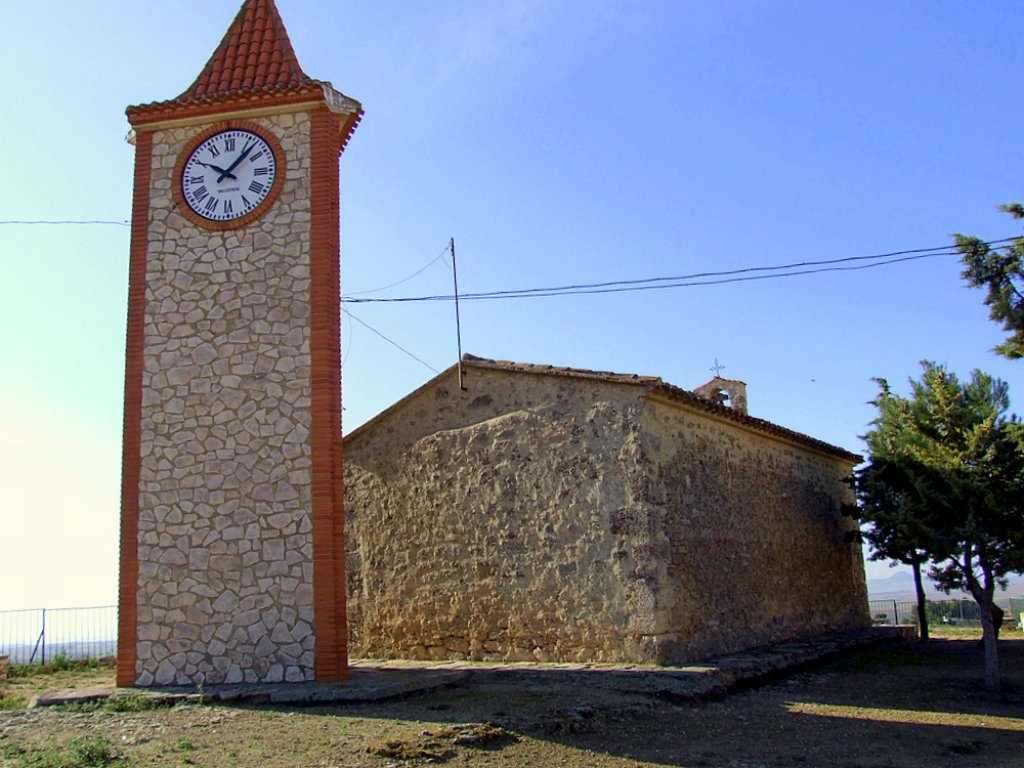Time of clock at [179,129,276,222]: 10:07
